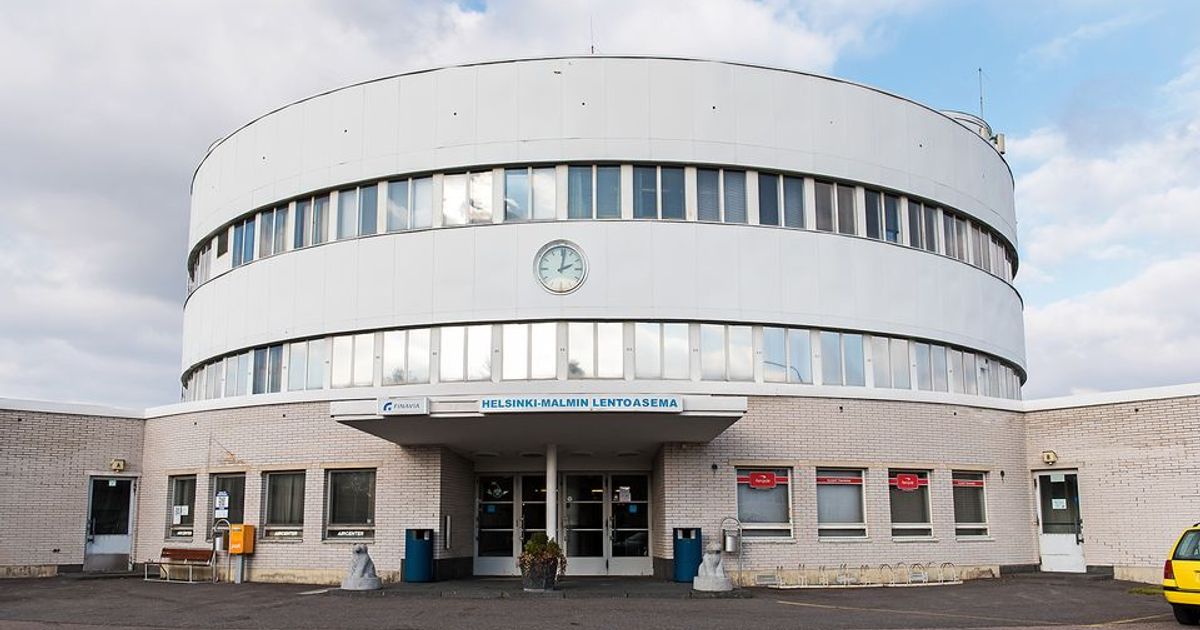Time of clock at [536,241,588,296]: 2:01
